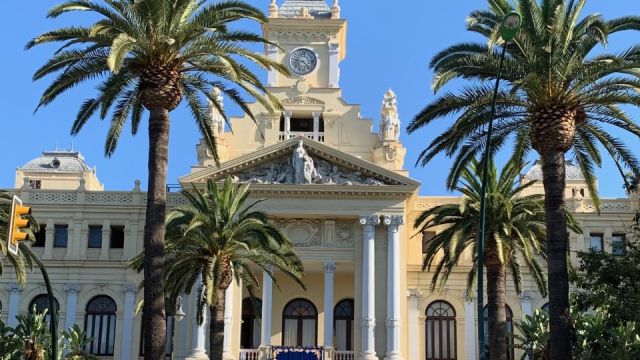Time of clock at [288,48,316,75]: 9:22
